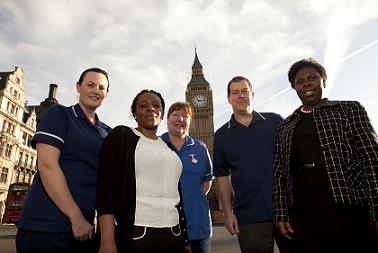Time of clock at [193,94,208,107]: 10:14
